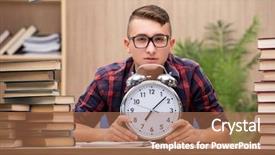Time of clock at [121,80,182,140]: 7:07
